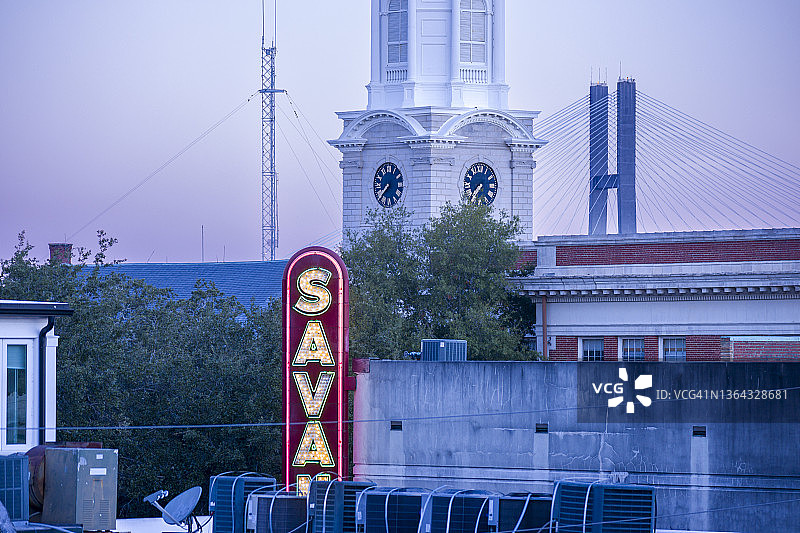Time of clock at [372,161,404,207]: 7:37
